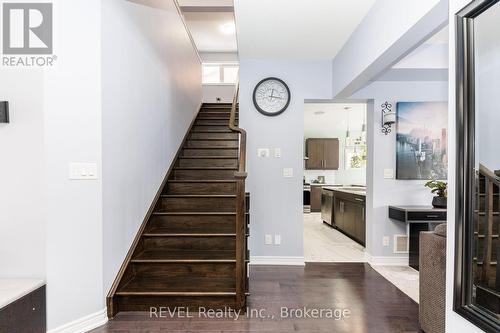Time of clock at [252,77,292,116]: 12:16
